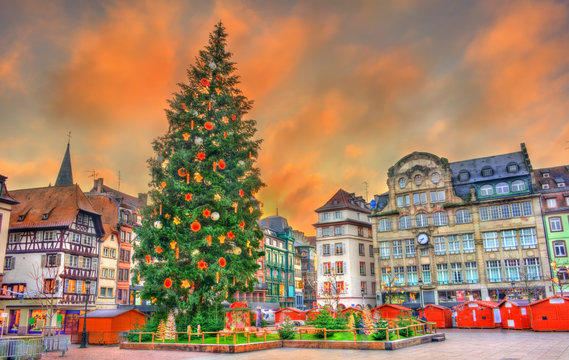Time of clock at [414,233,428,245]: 8:37
